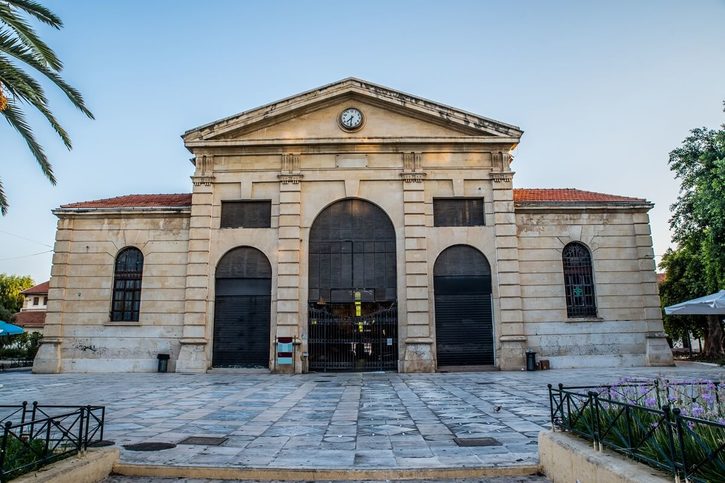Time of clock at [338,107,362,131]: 7:31
